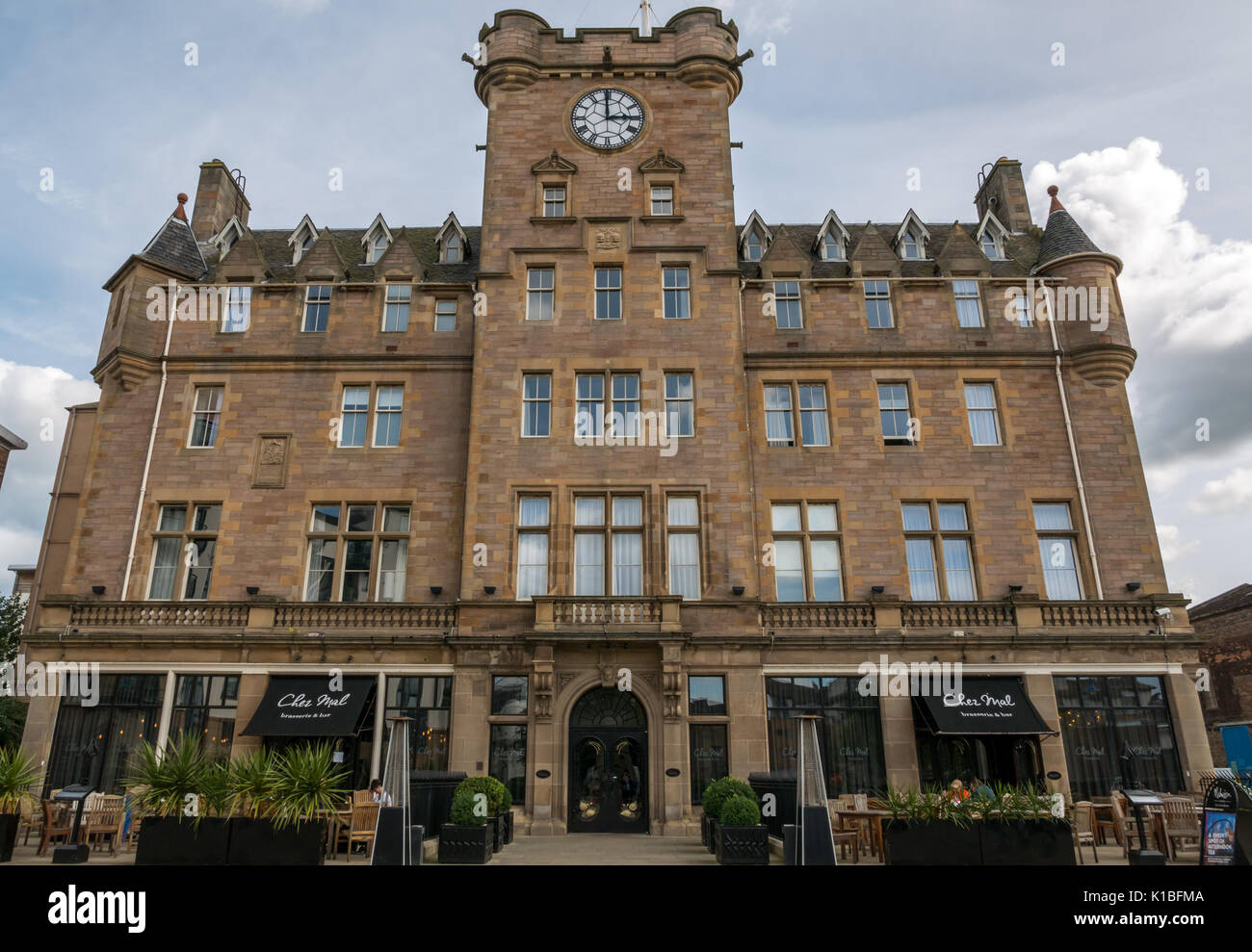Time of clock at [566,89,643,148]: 2:59
